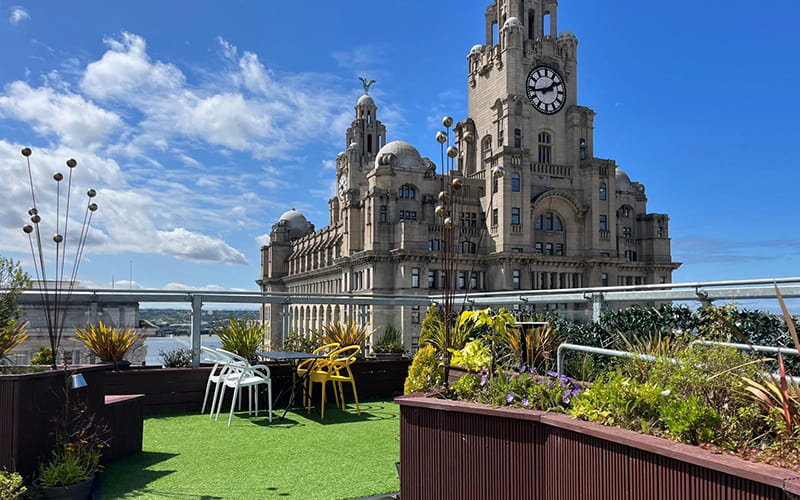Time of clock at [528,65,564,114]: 1:43
